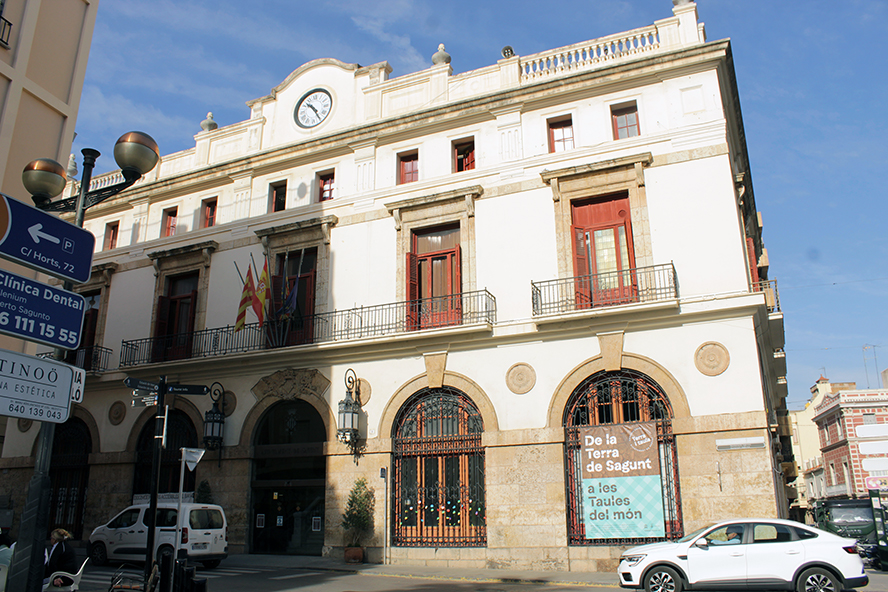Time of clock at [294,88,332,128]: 10:24
